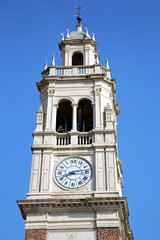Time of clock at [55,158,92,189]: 8:13
